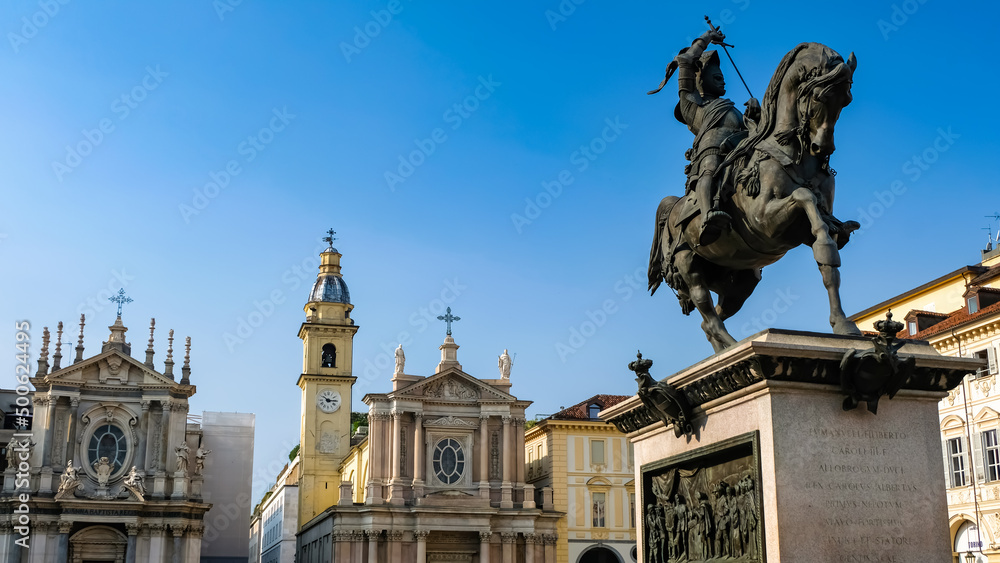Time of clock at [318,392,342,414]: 10:14
